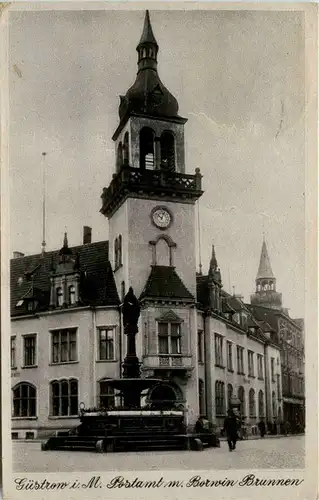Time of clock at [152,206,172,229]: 10:02
